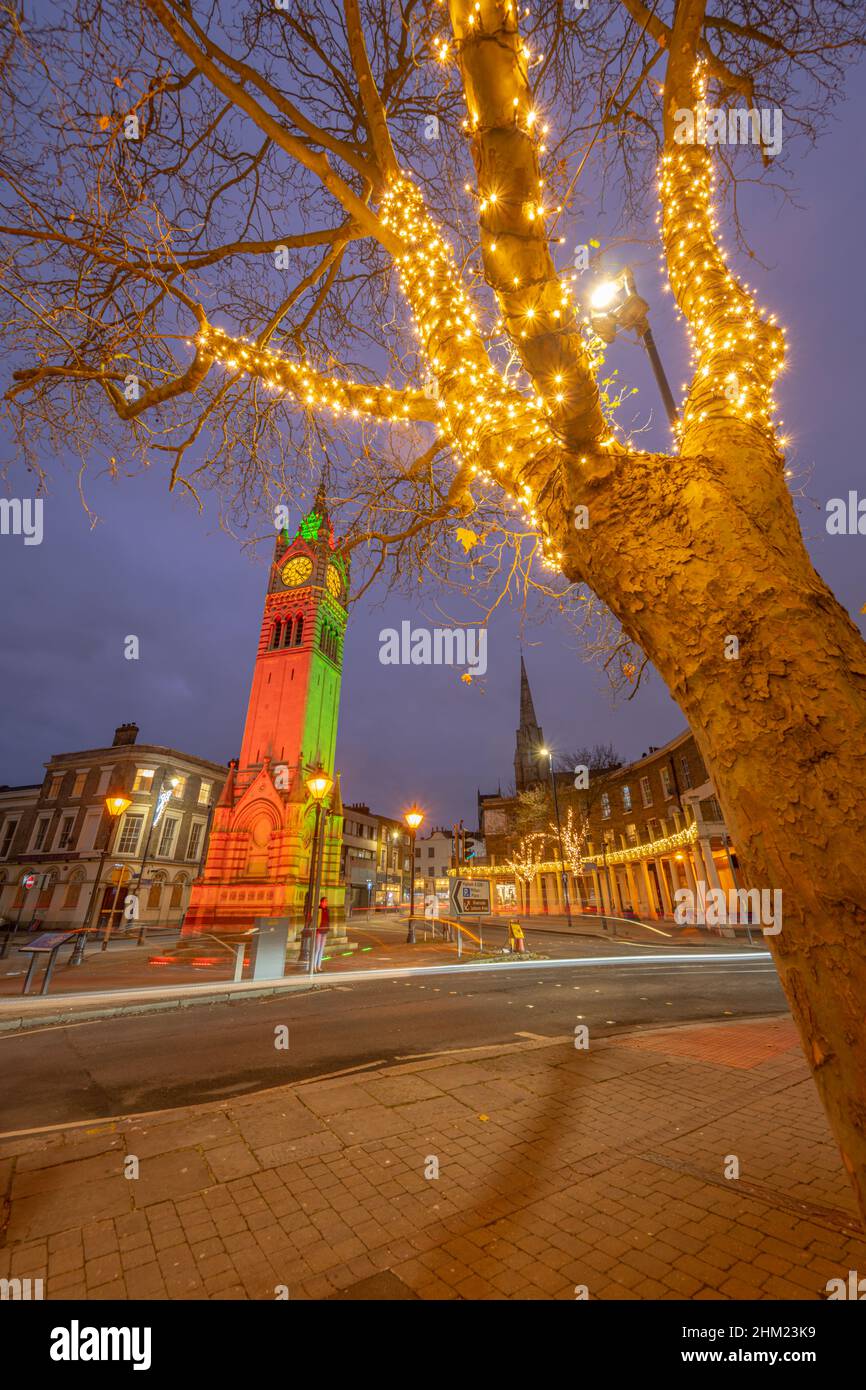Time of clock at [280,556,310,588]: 4:23
